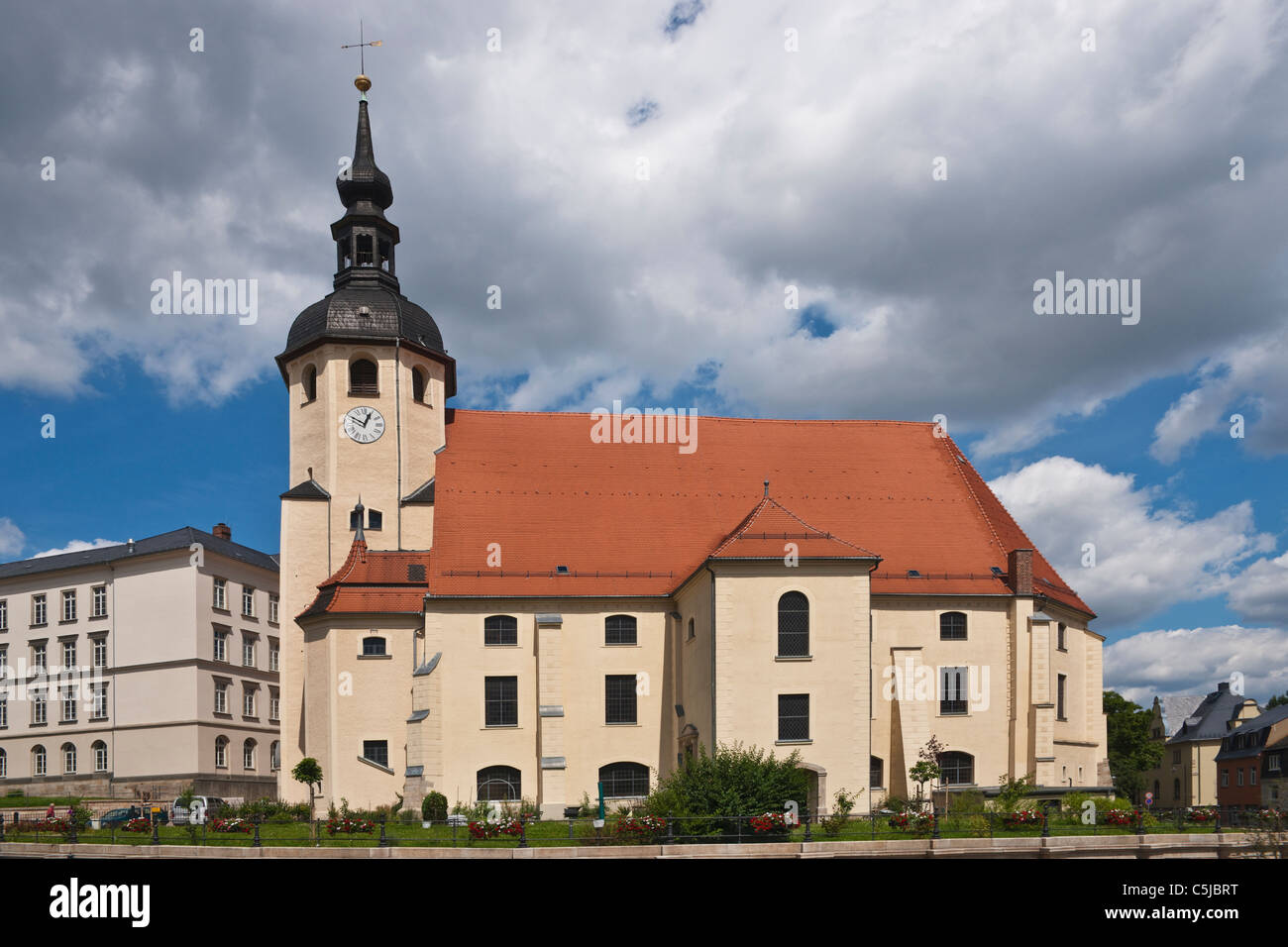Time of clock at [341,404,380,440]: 12:49
